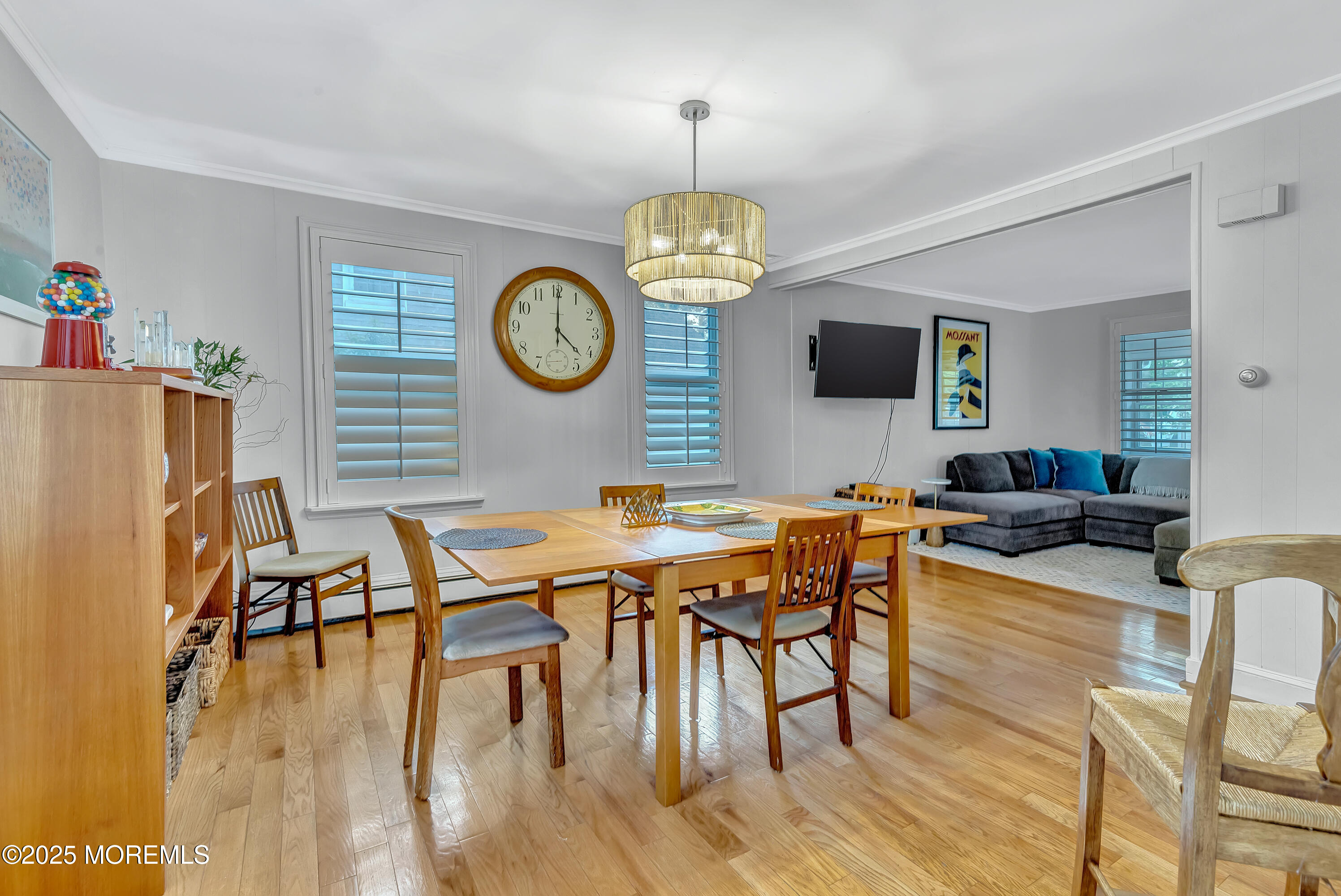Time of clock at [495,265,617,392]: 4:00
